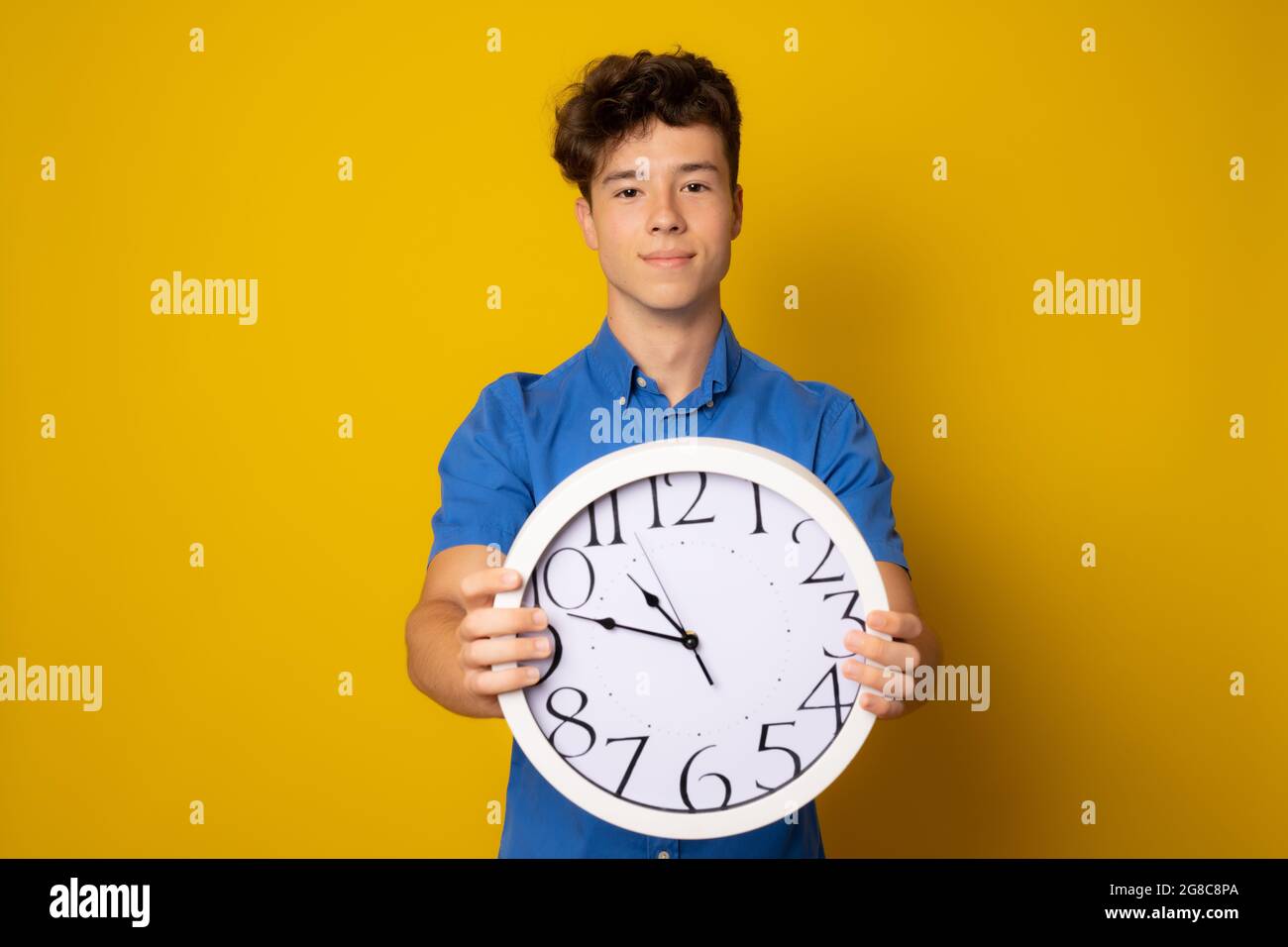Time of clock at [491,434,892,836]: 10:47
